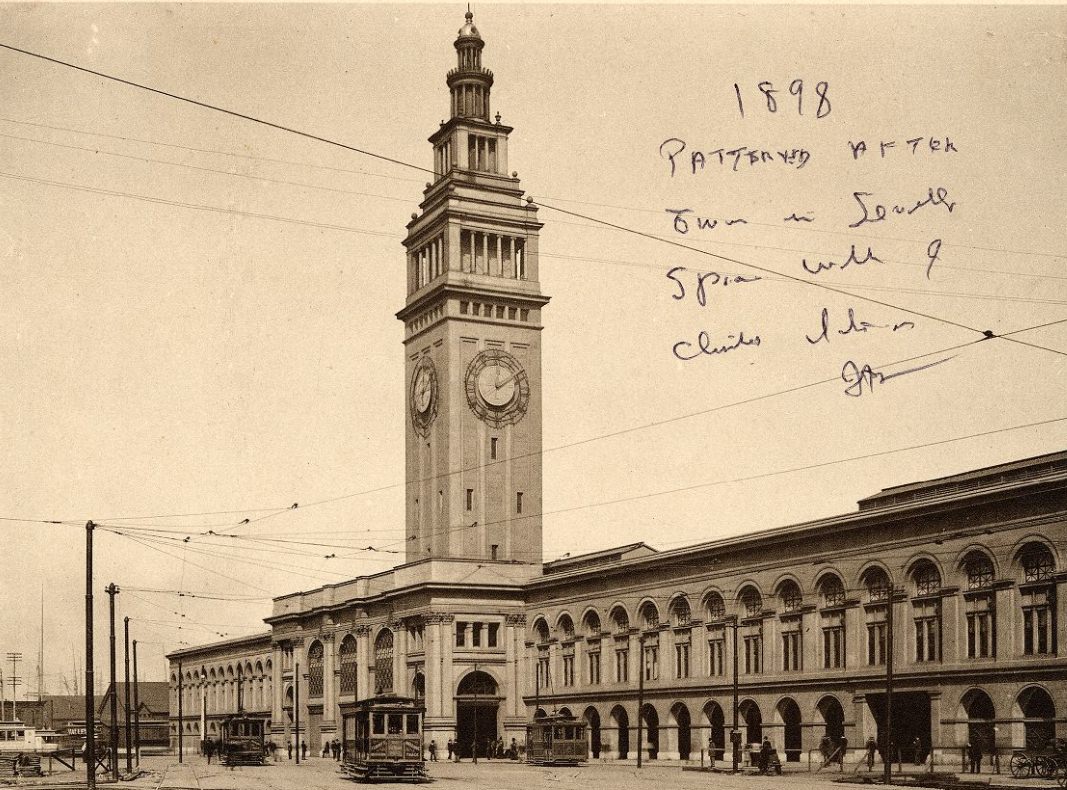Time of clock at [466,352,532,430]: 12:09
